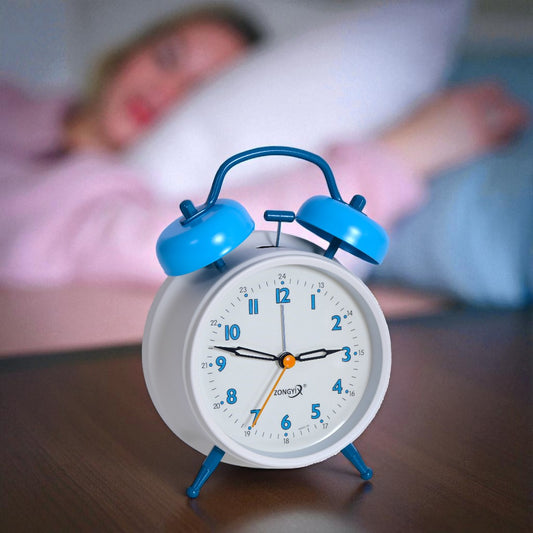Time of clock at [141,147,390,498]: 2:47
